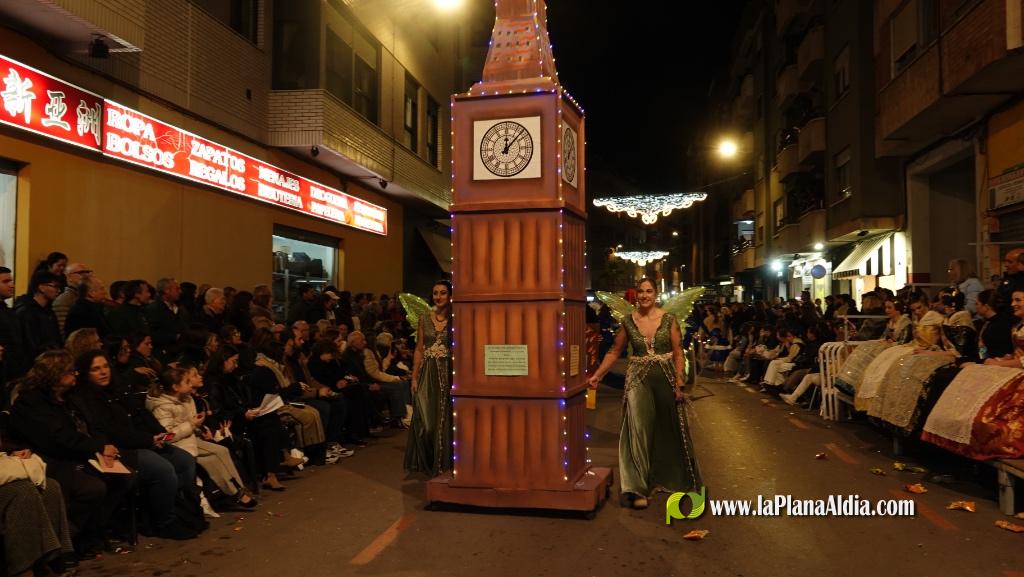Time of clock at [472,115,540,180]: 12:07
